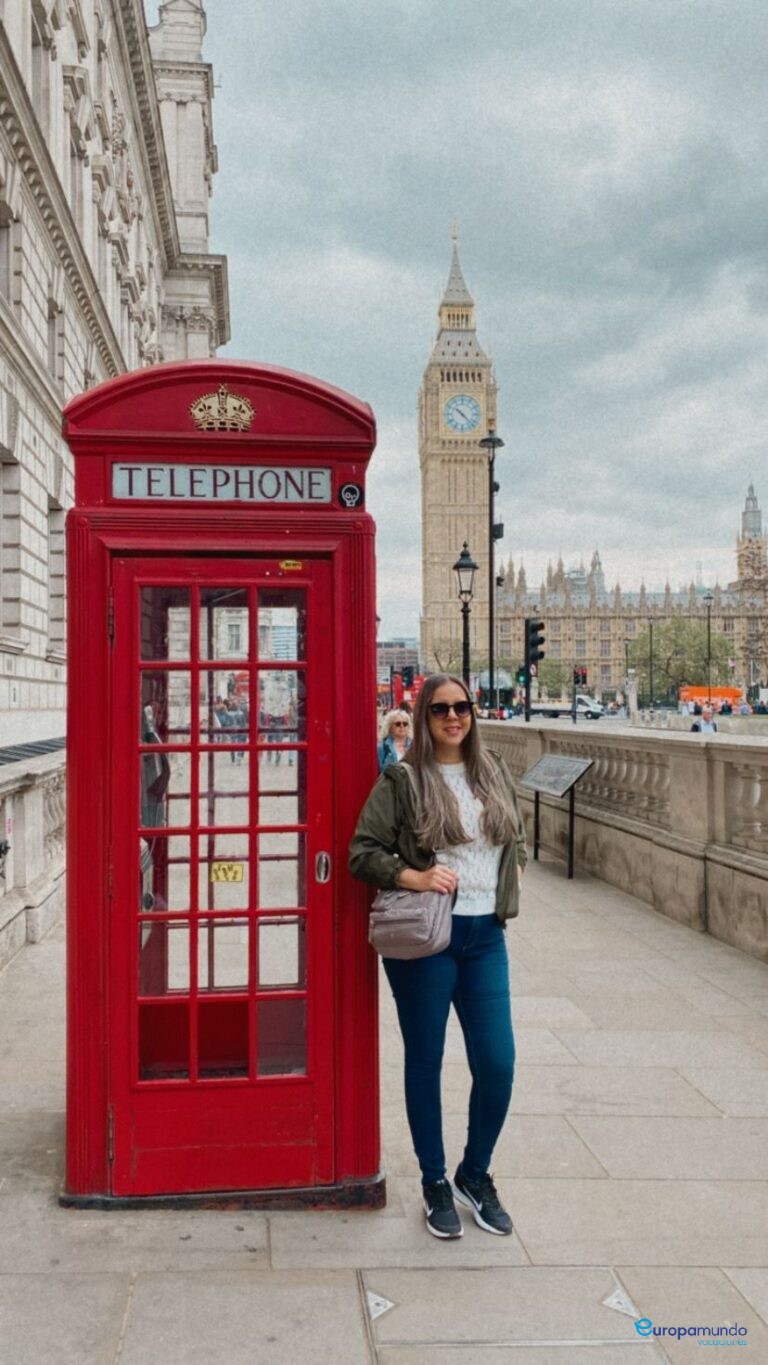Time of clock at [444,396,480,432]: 10:22
